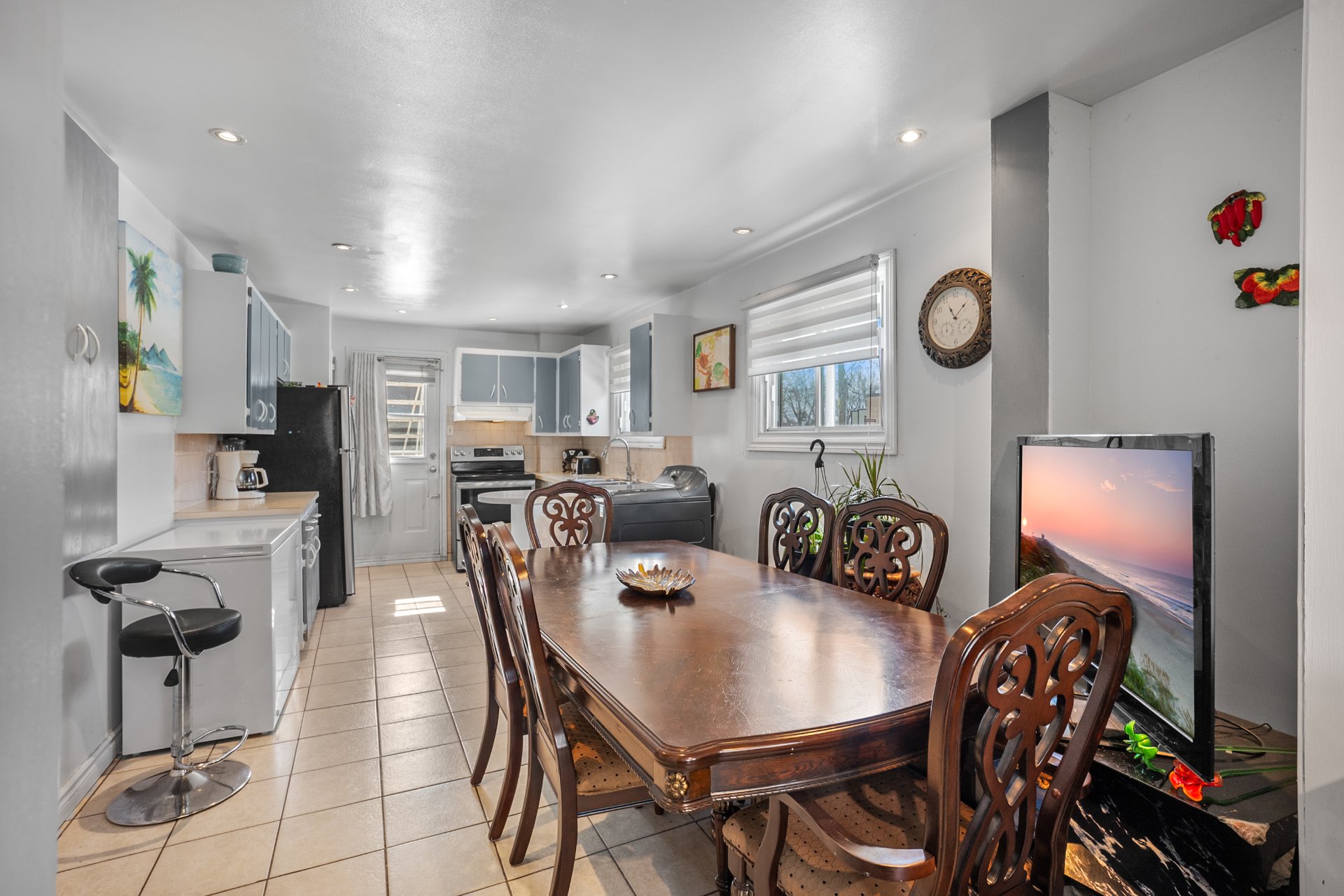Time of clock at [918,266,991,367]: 11:07
